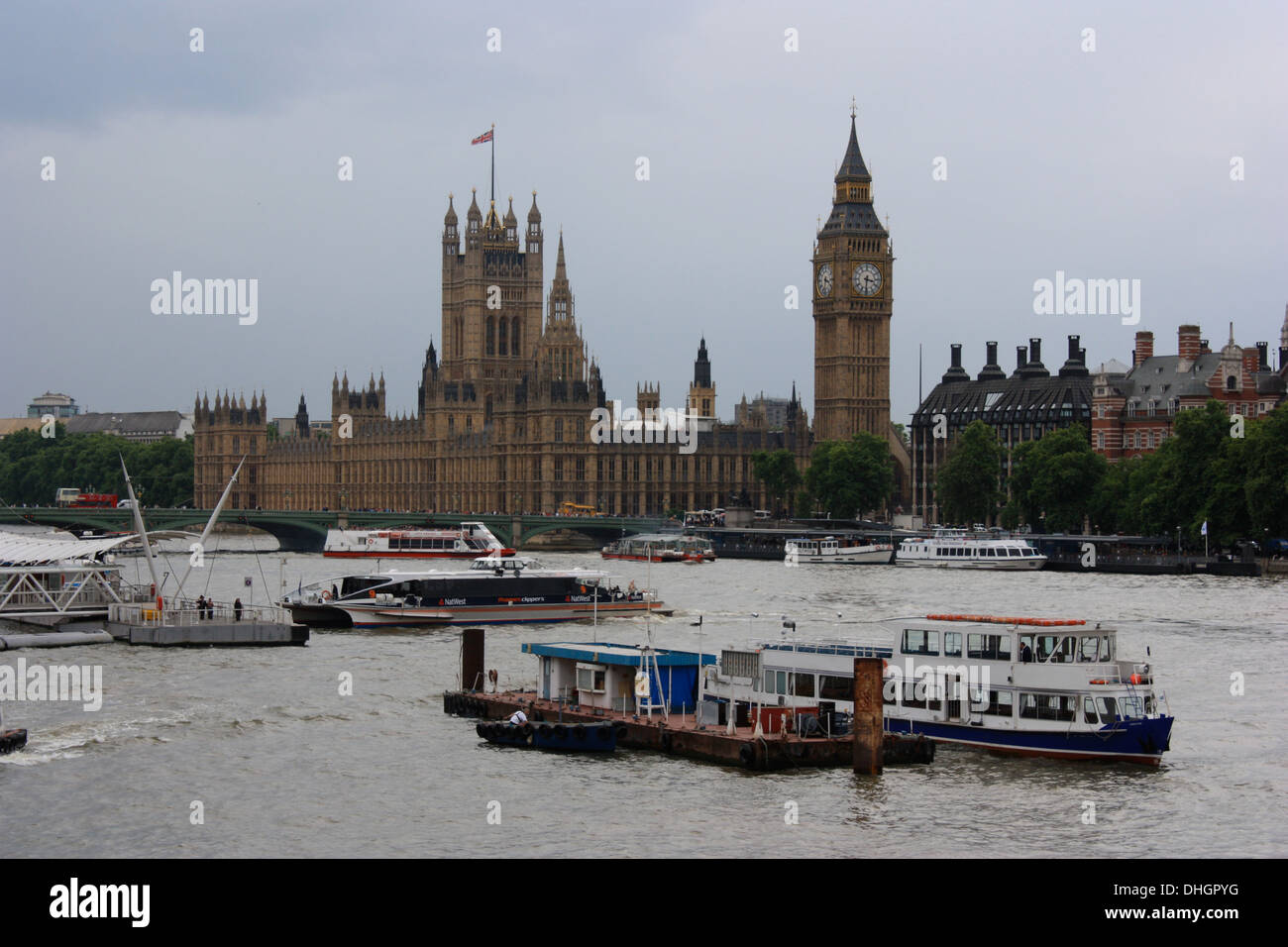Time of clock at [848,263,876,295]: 3:31
